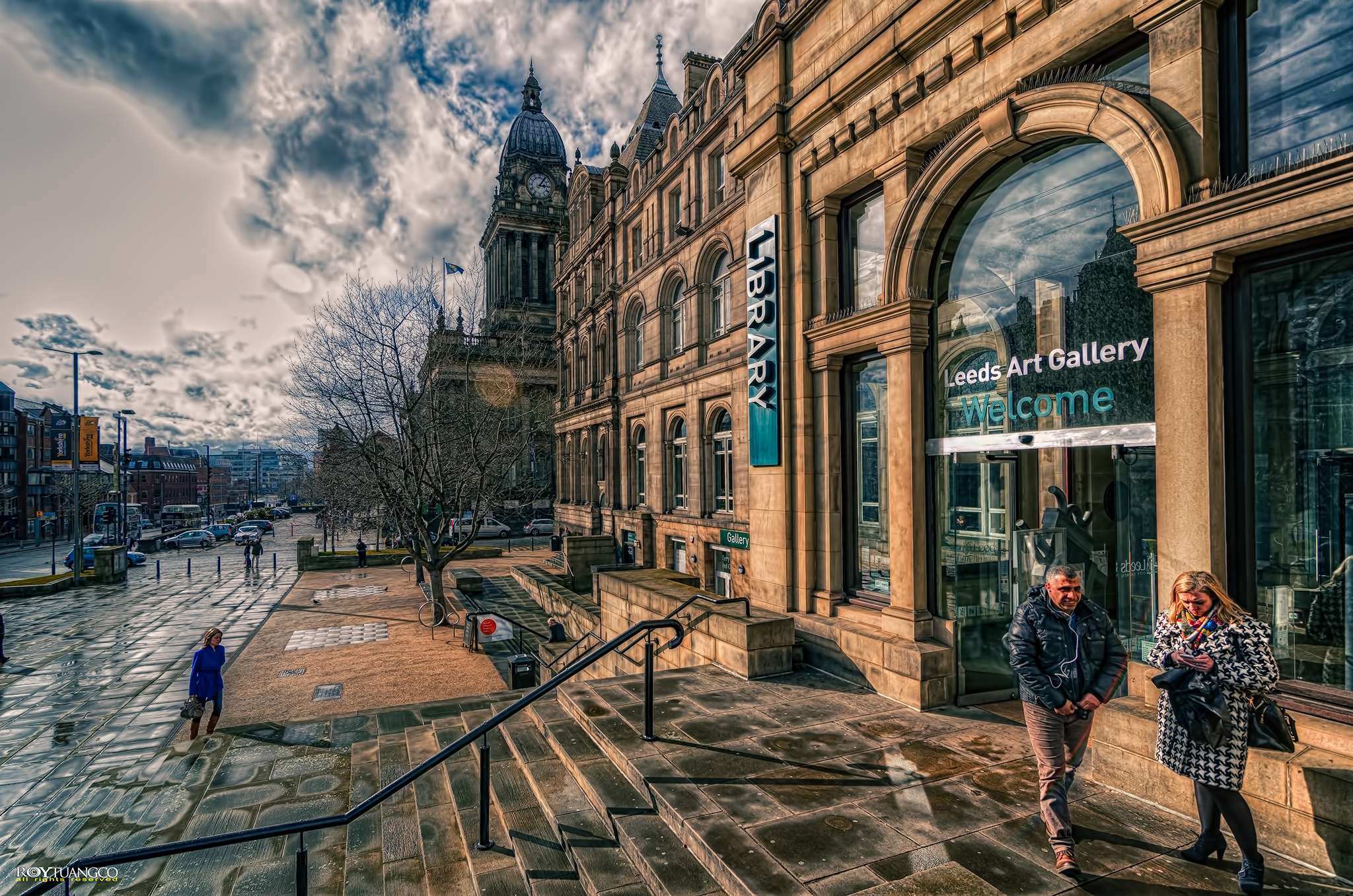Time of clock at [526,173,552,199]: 3:05
